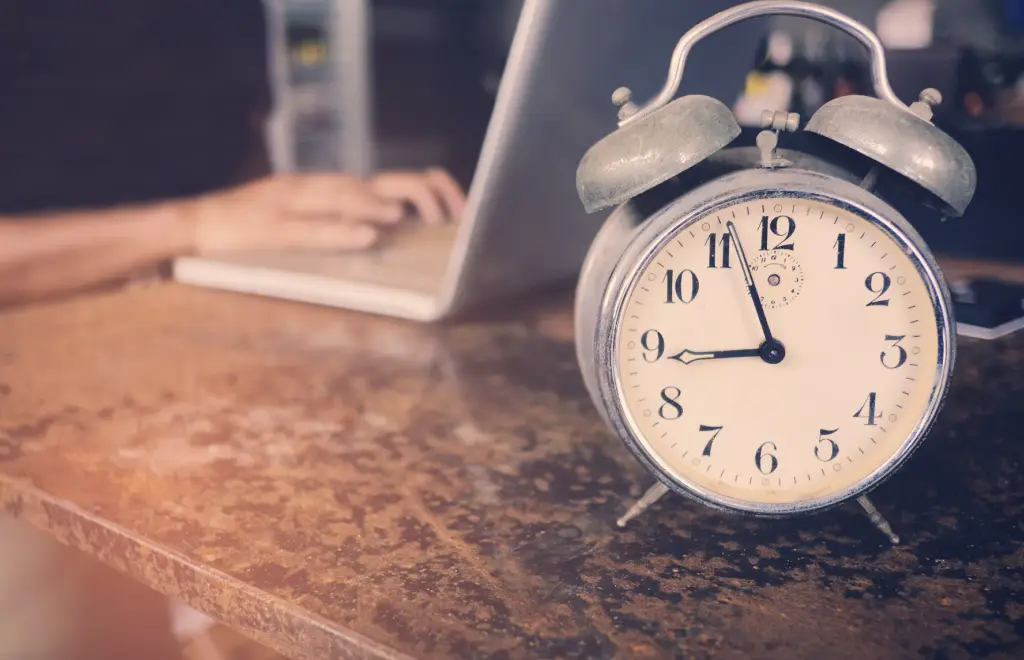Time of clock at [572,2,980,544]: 8:56
